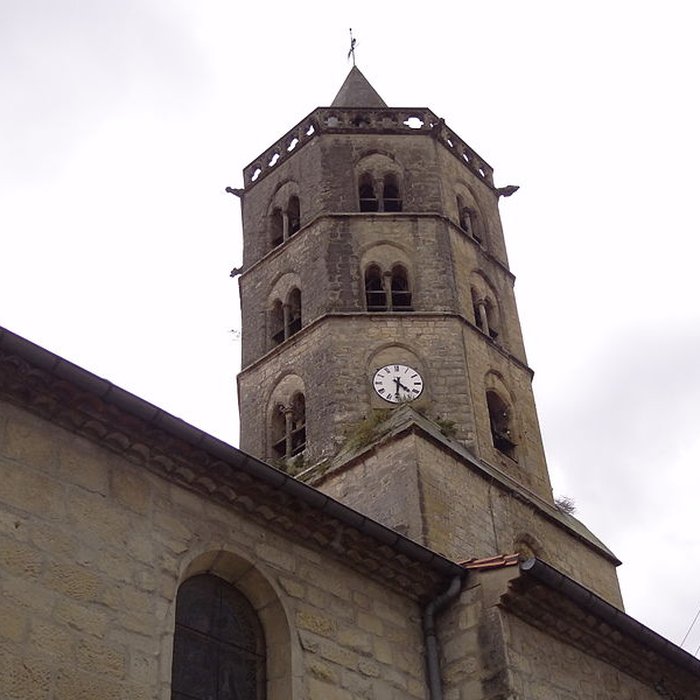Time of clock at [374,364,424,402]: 4:30
